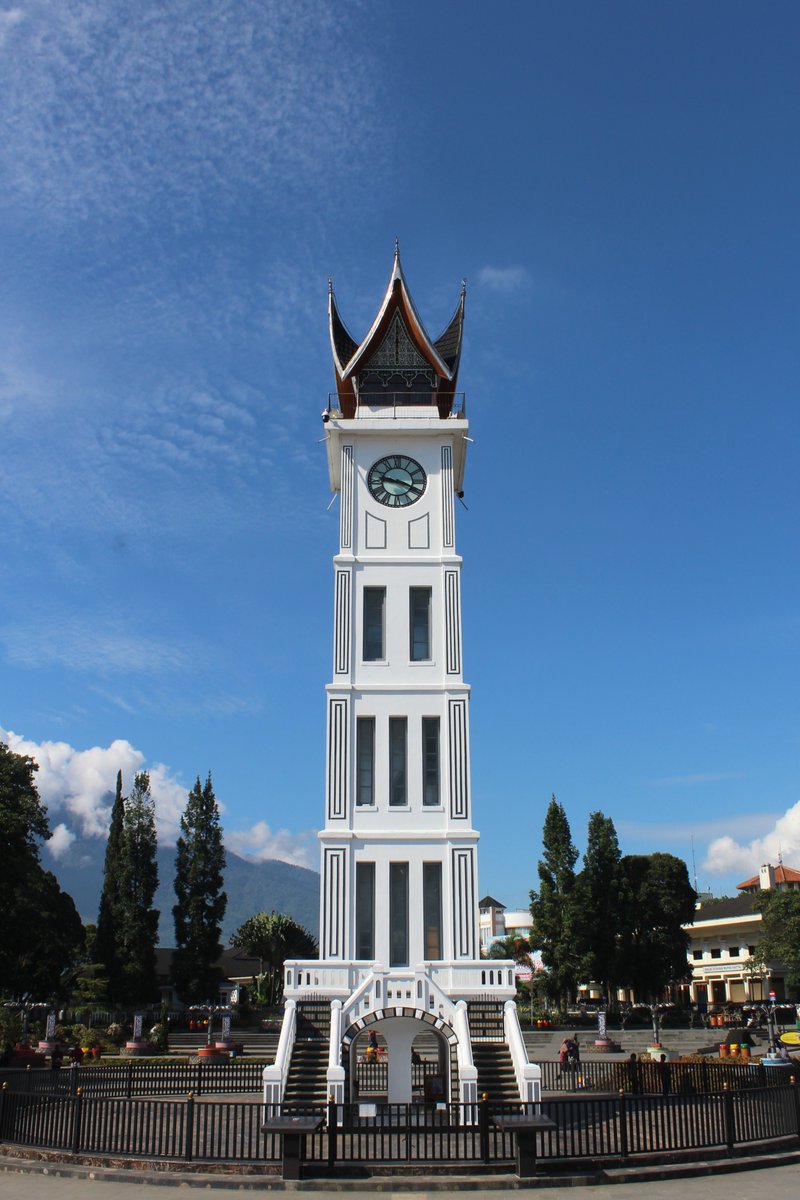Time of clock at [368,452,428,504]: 9:18
